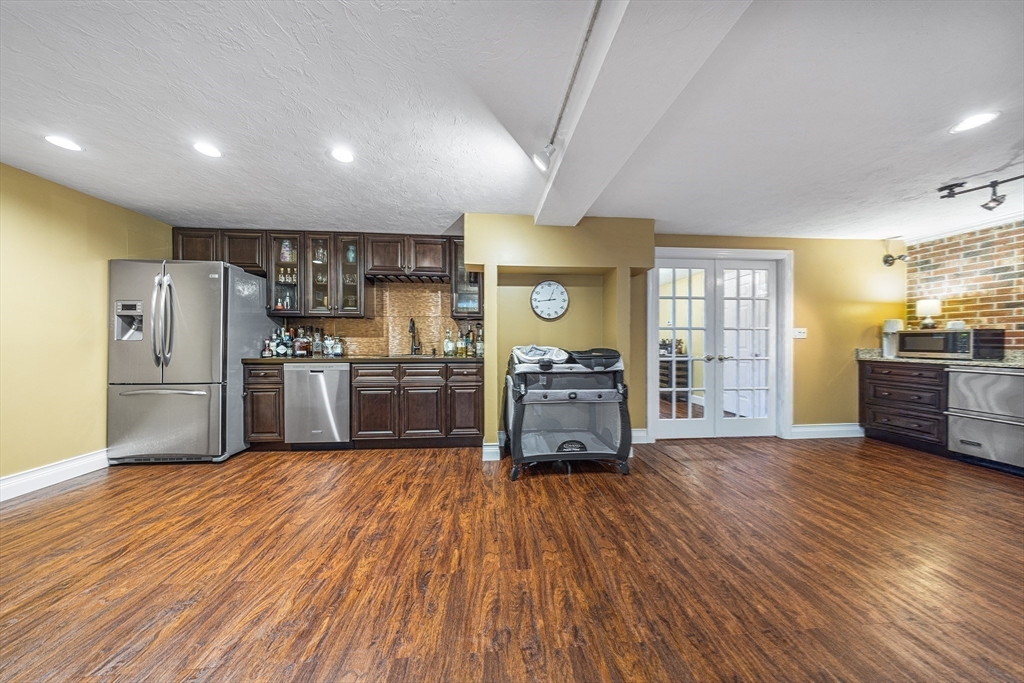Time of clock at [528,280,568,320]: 12:43
